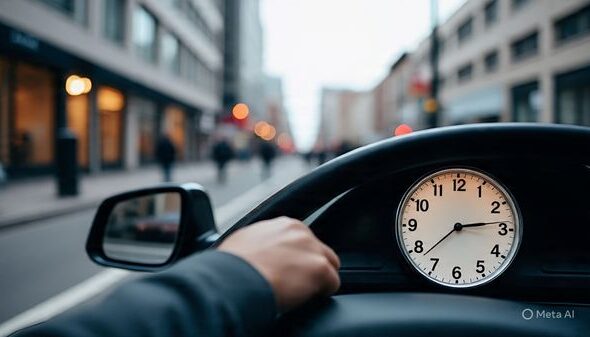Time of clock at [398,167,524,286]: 2:38
